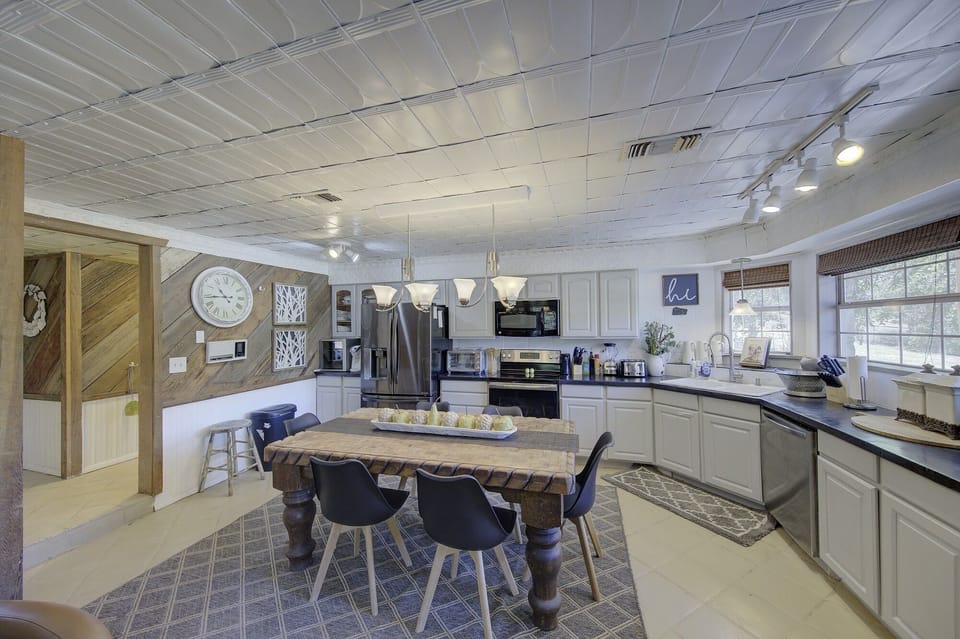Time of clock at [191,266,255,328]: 10:43
